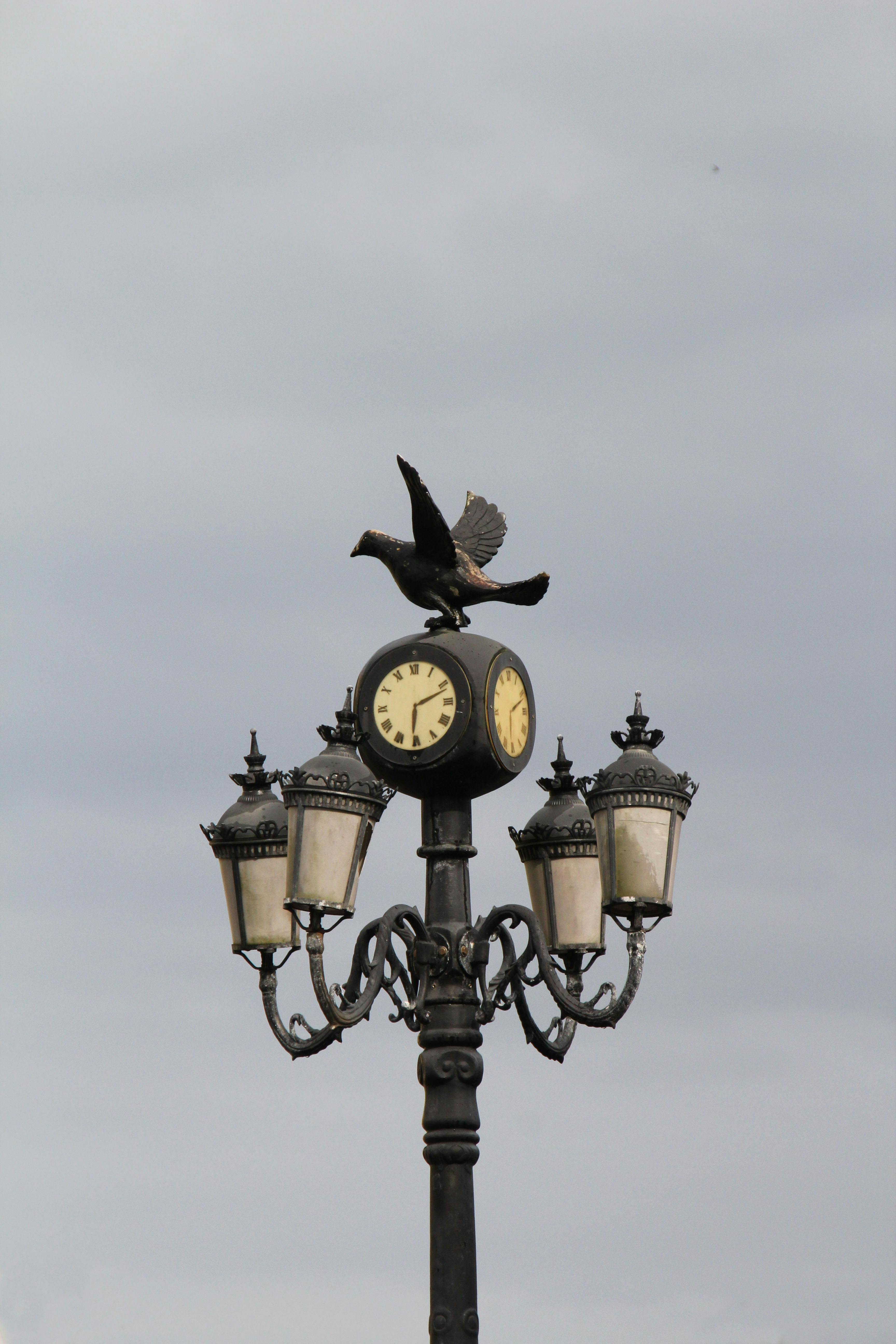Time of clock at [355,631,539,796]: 6:11
